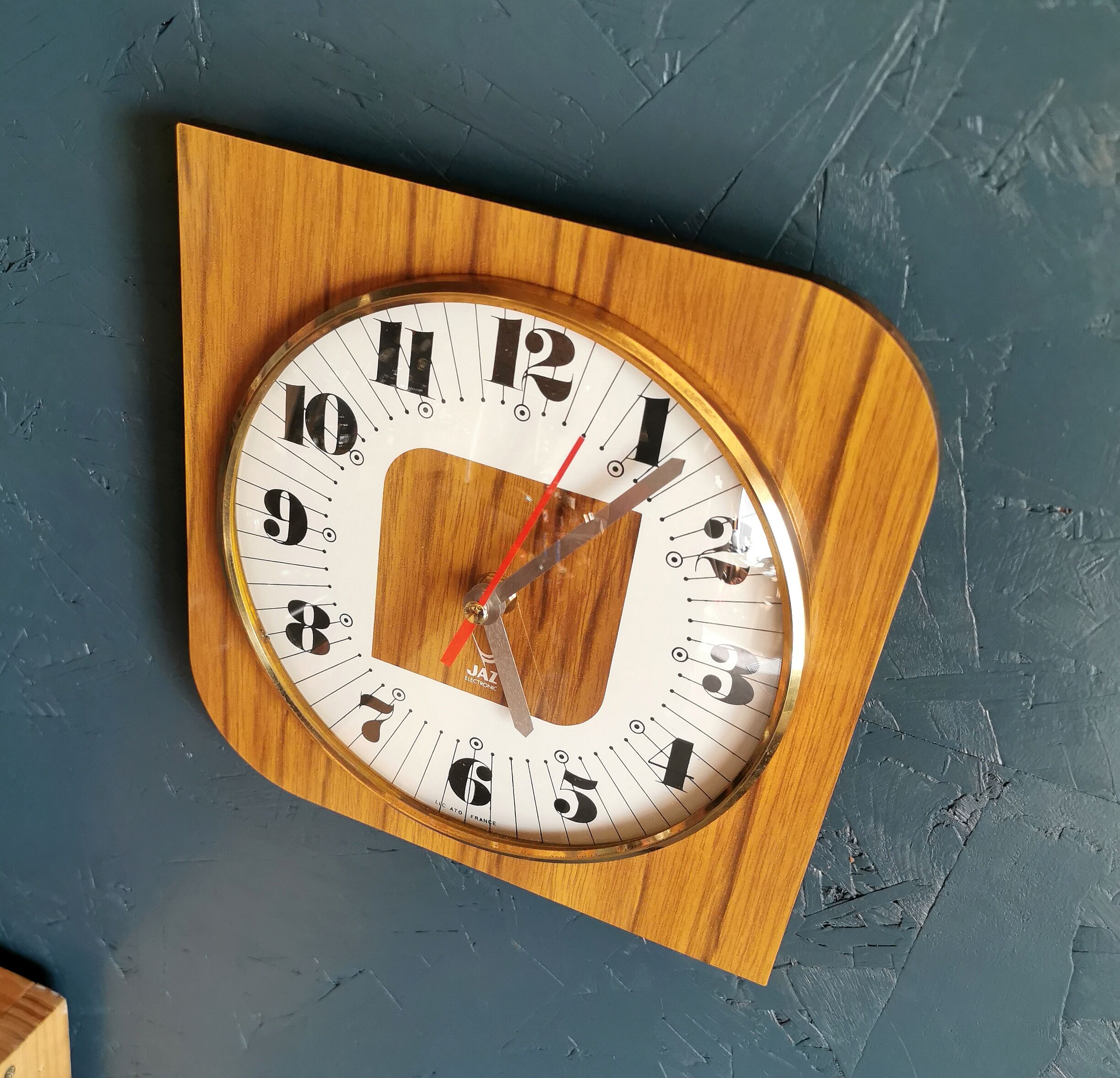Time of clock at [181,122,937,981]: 5:06
